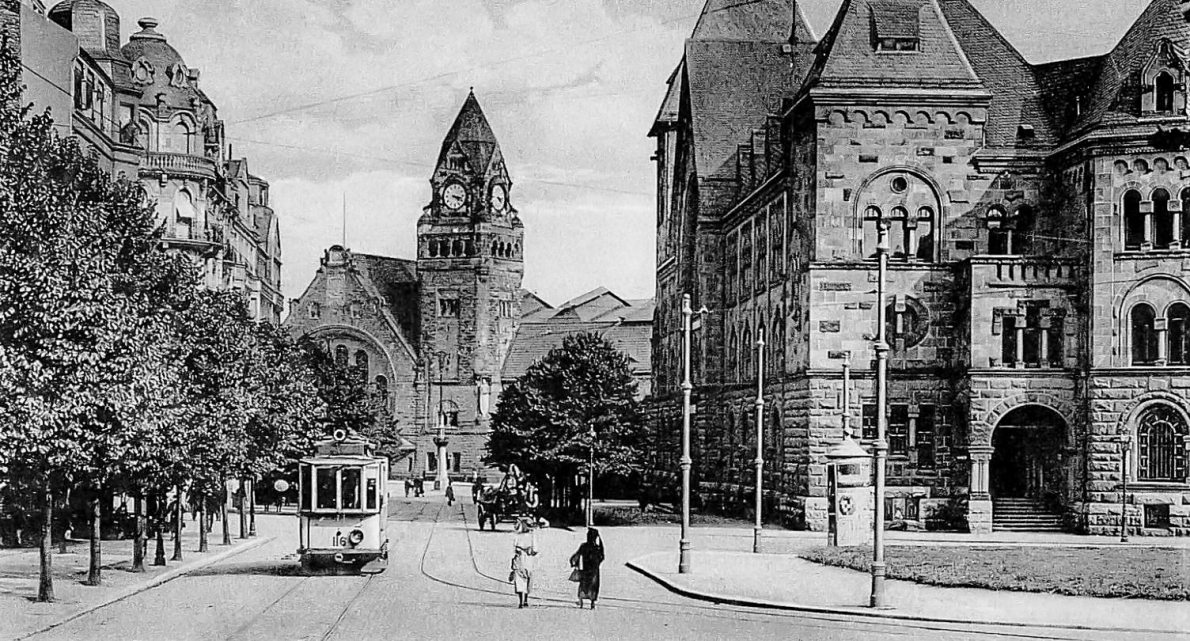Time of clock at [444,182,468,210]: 4:17
